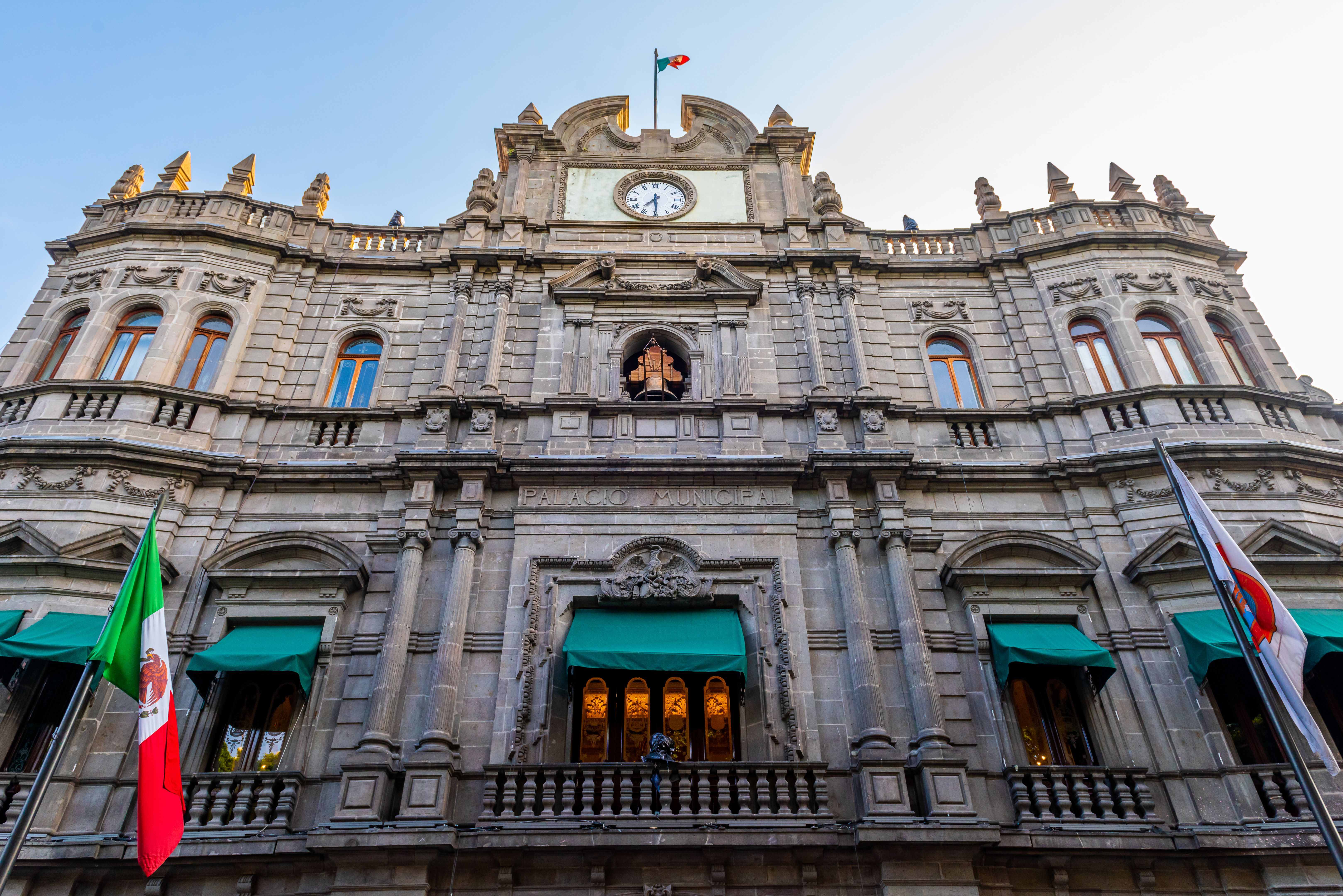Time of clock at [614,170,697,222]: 7:29
